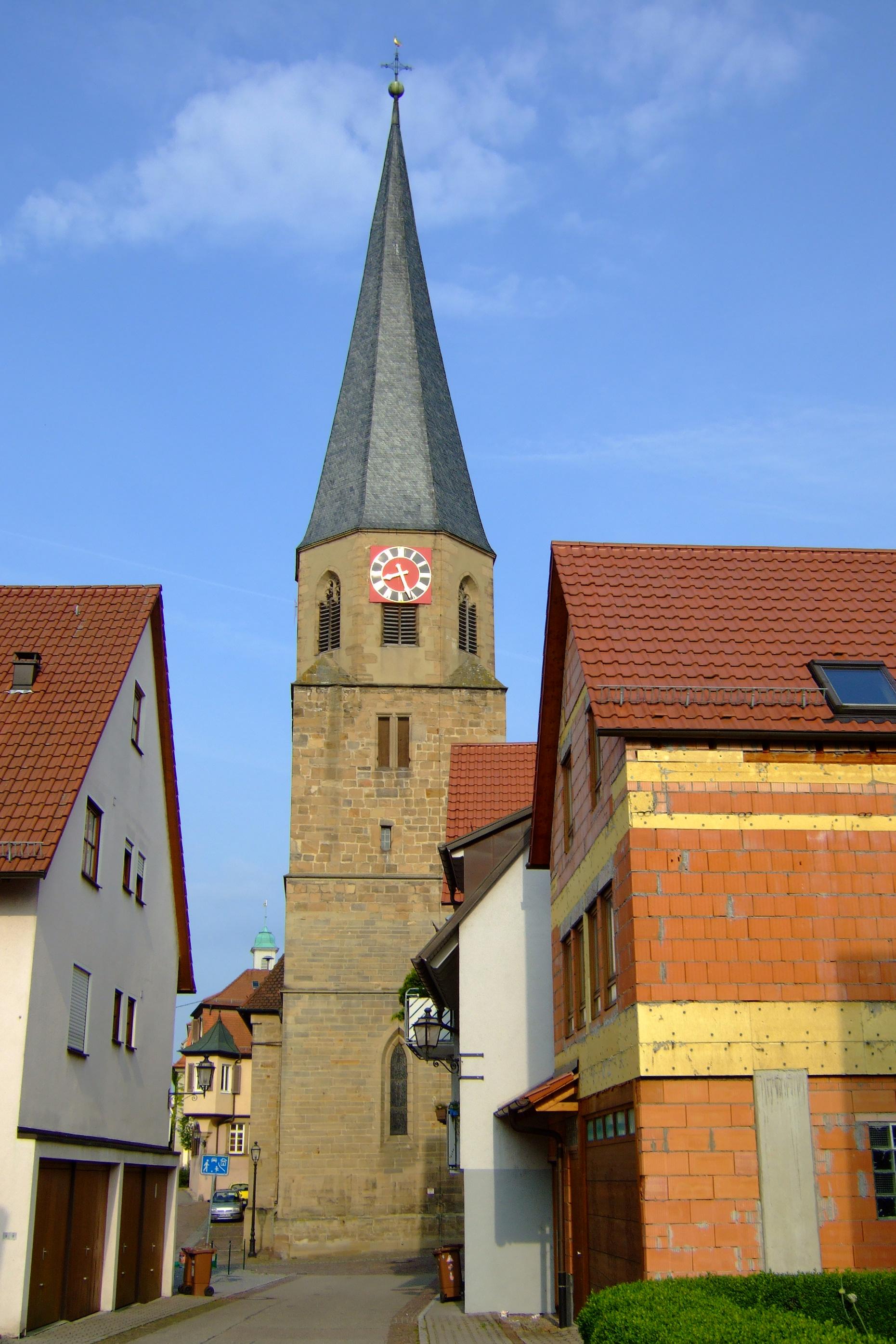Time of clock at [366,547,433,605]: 8:26
